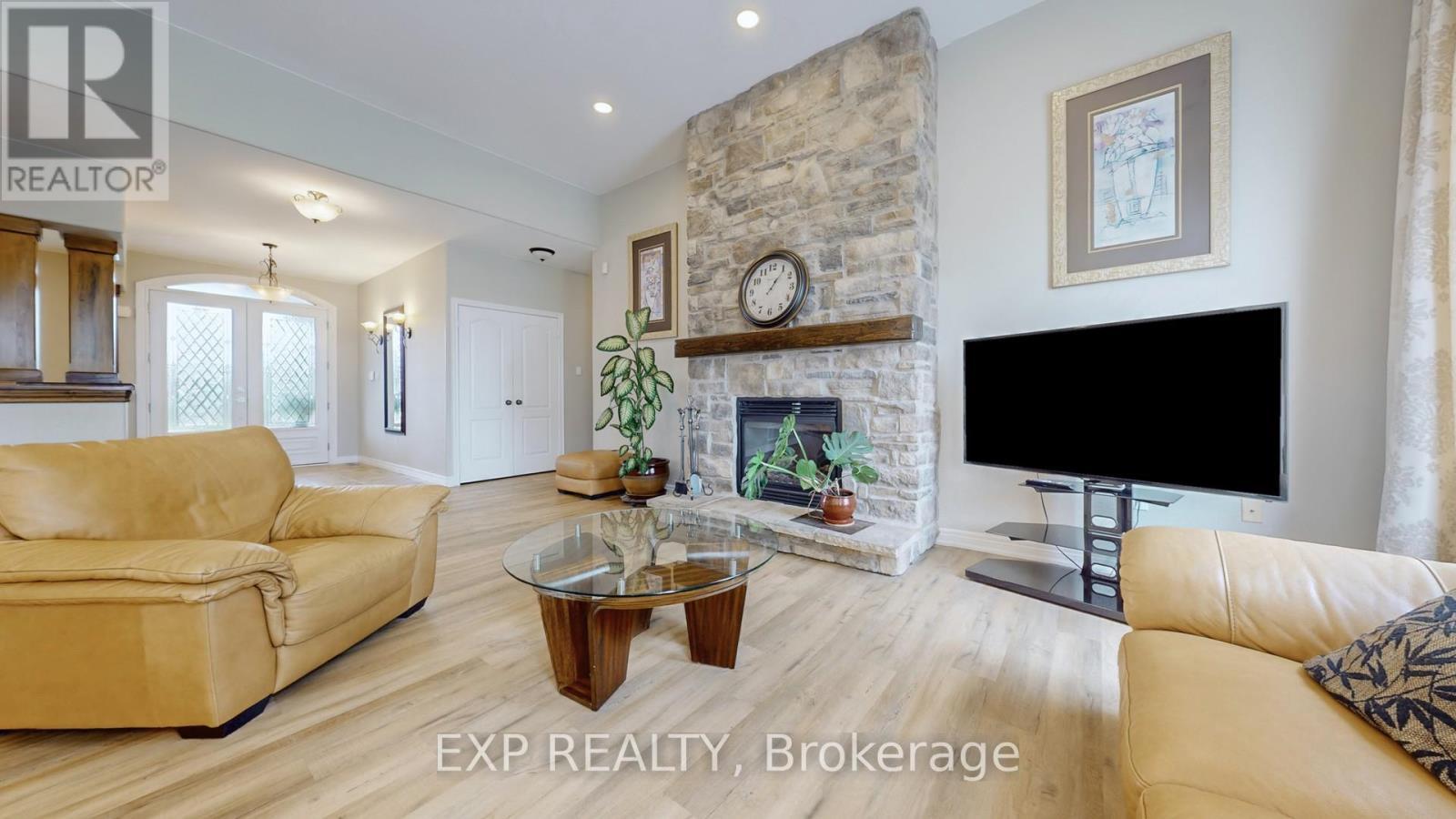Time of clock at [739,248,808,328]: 1:06
